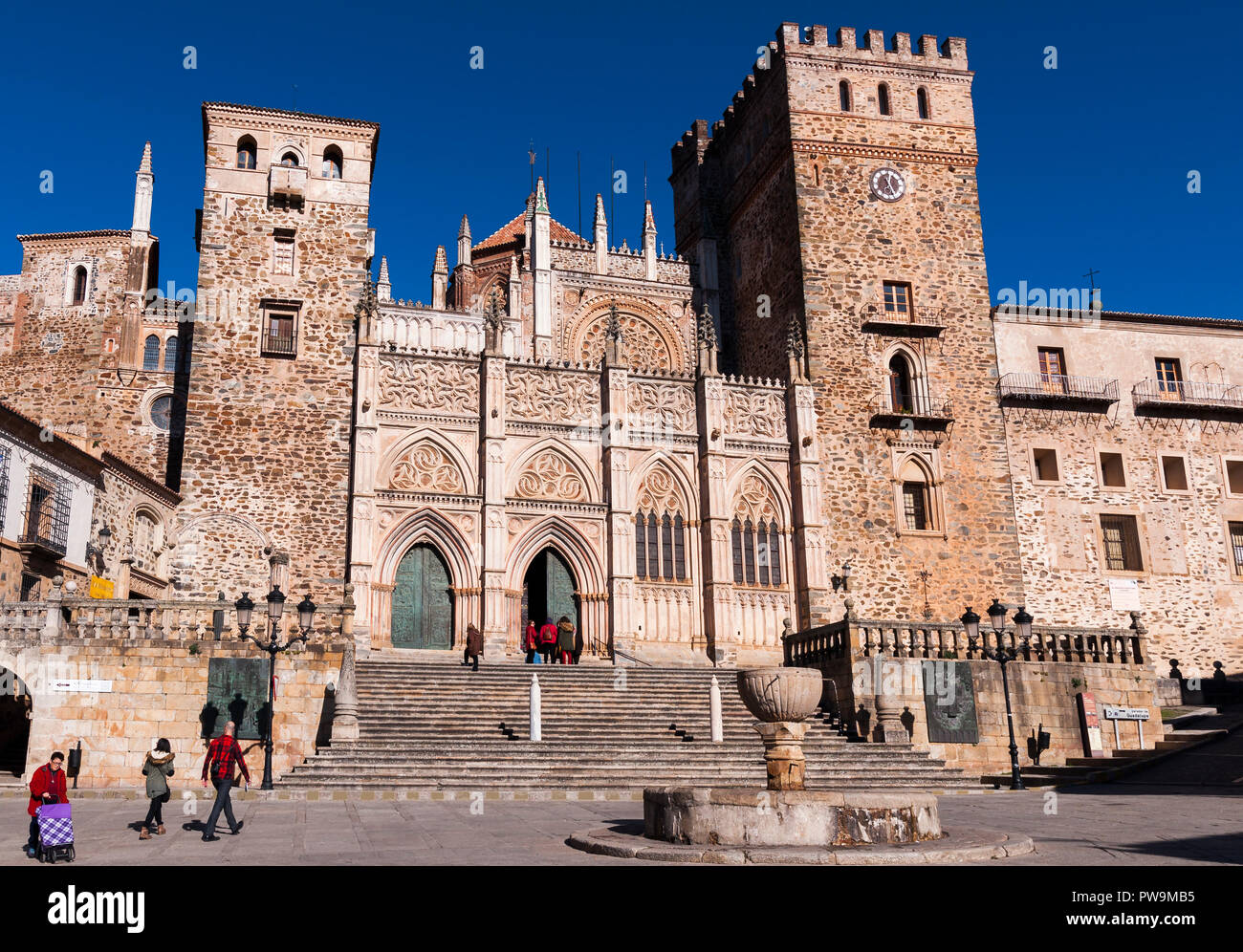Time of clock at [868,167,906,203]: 12:26
